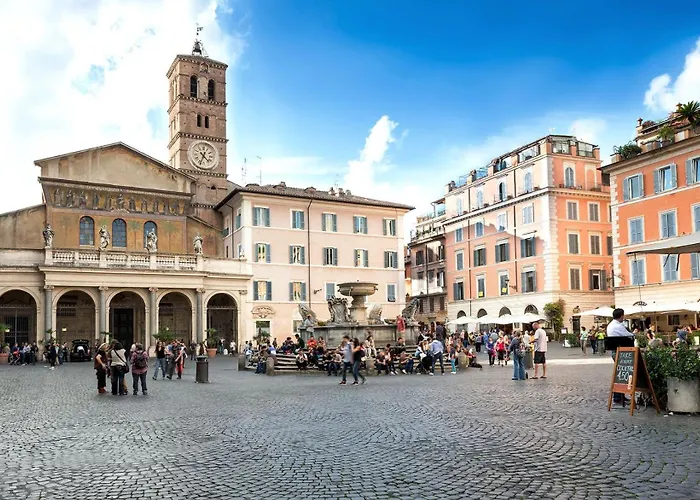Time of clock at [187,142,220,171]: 4:33
